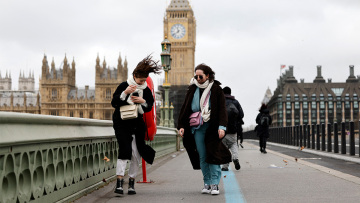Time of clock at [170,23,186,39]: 11:38
